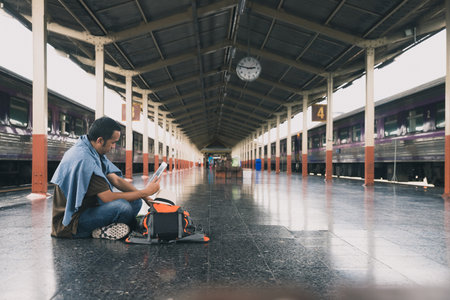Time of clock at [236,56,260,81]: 2:47
